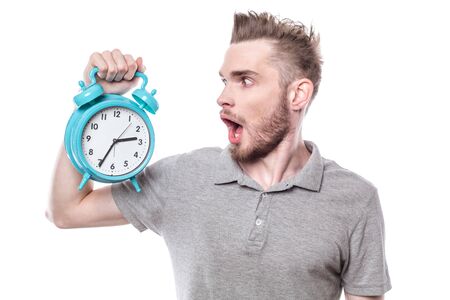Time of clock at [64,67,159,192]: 2:34
